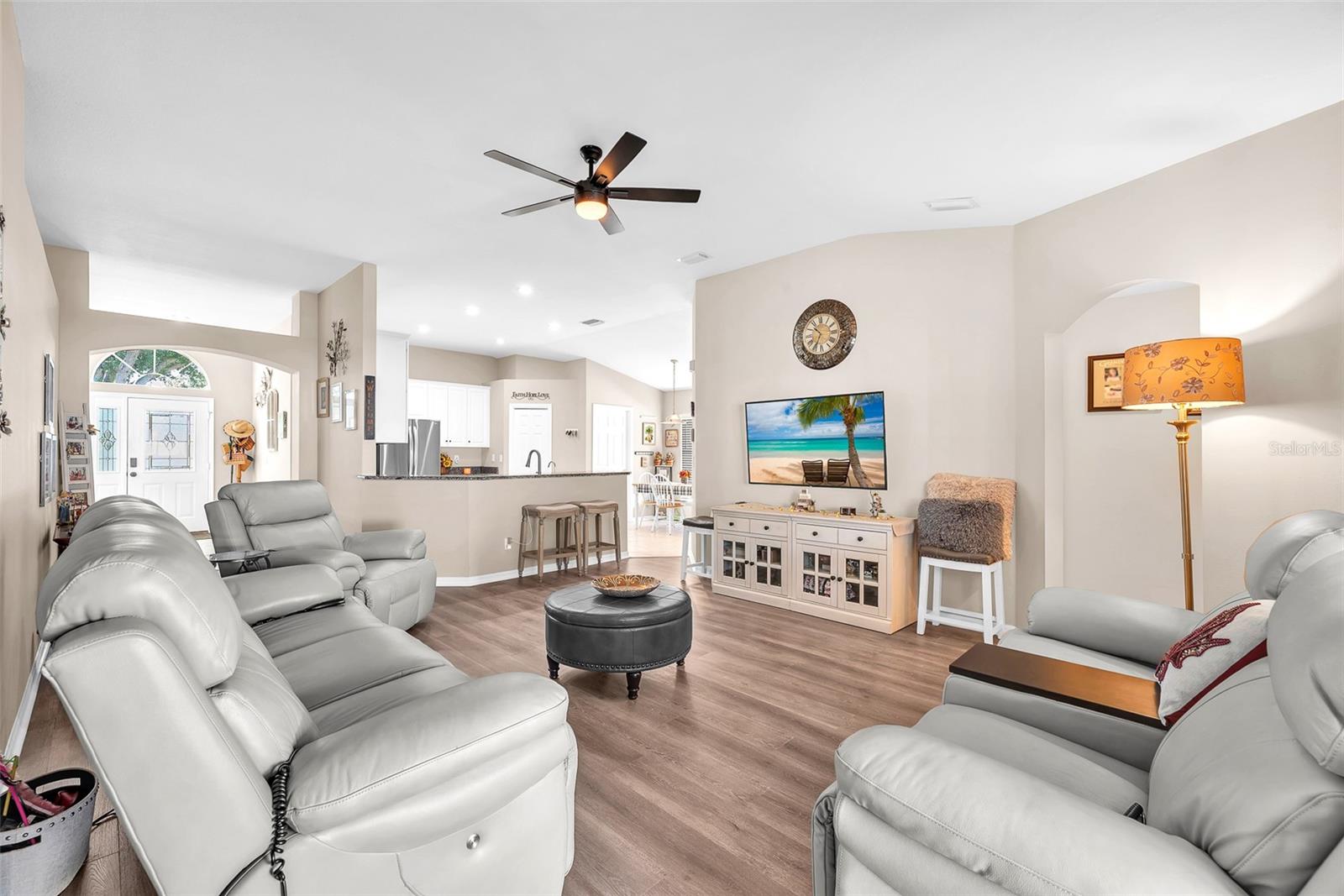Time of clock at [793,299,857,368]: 10:34
